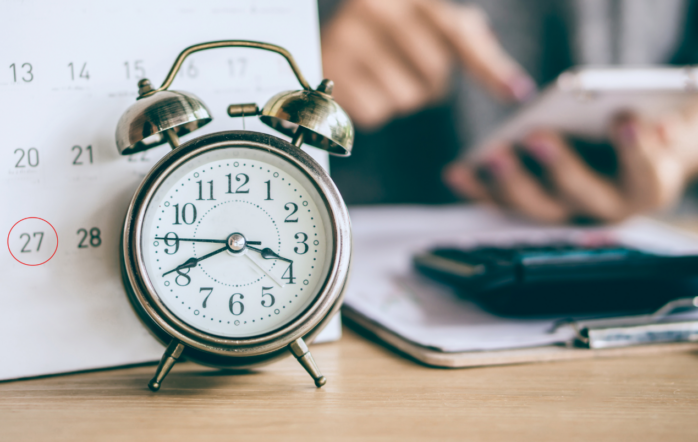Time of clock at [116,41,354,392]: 3:41
